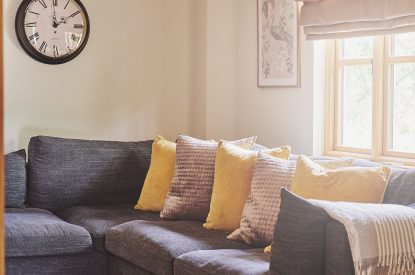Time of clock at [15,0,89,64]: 1:59
